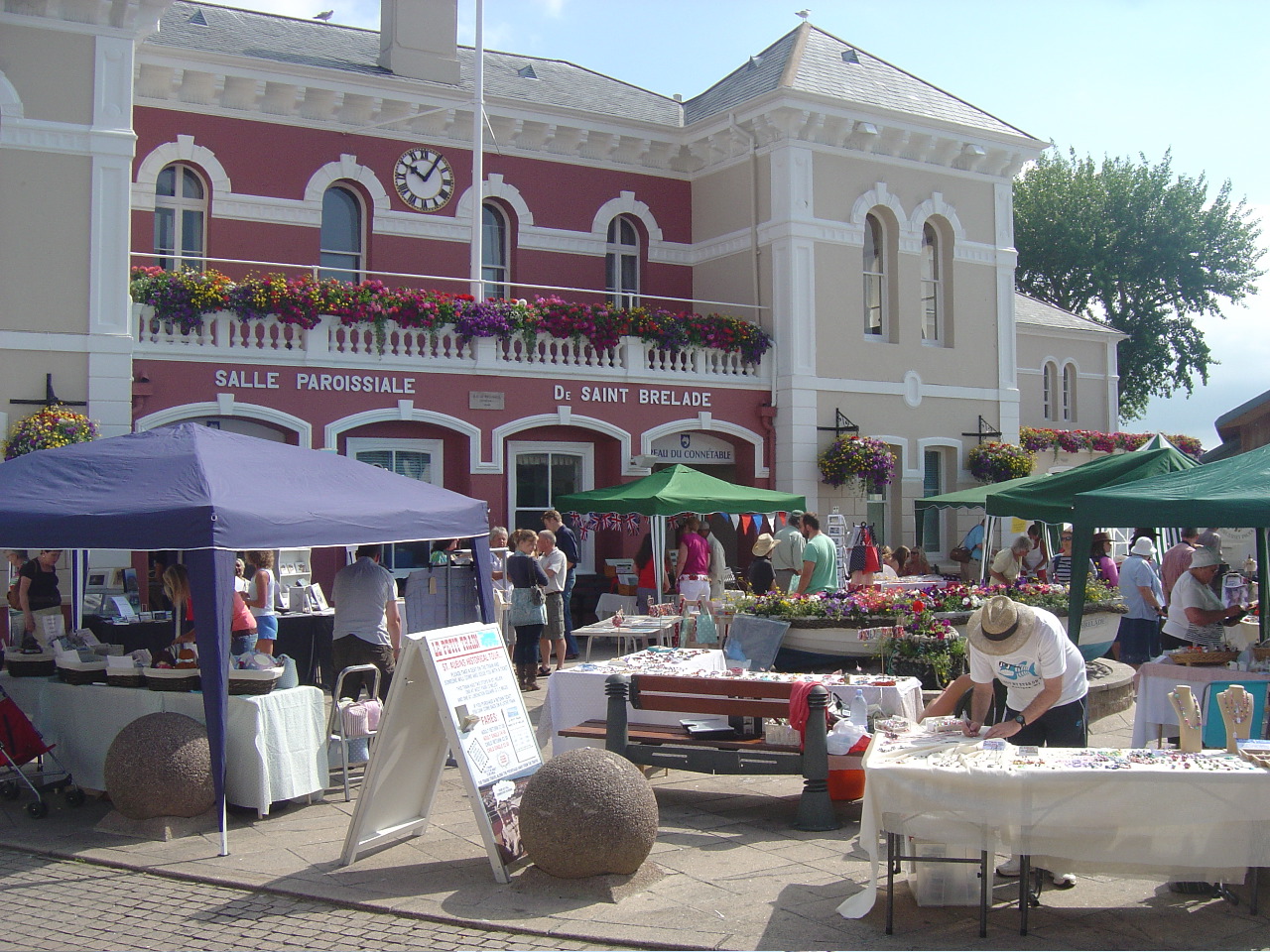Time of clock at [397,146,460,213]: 10:05
